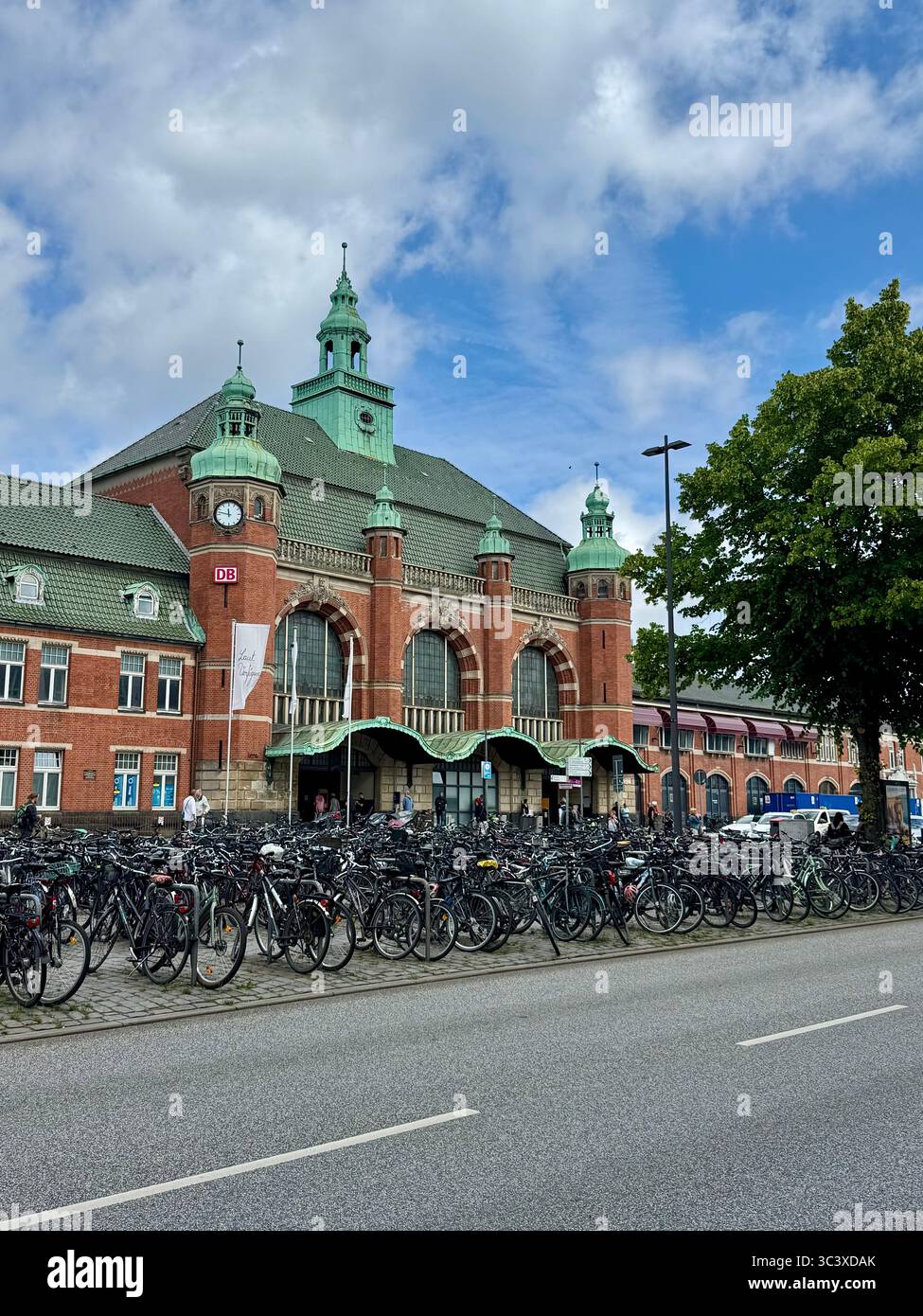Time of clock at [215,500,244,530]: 11:47
